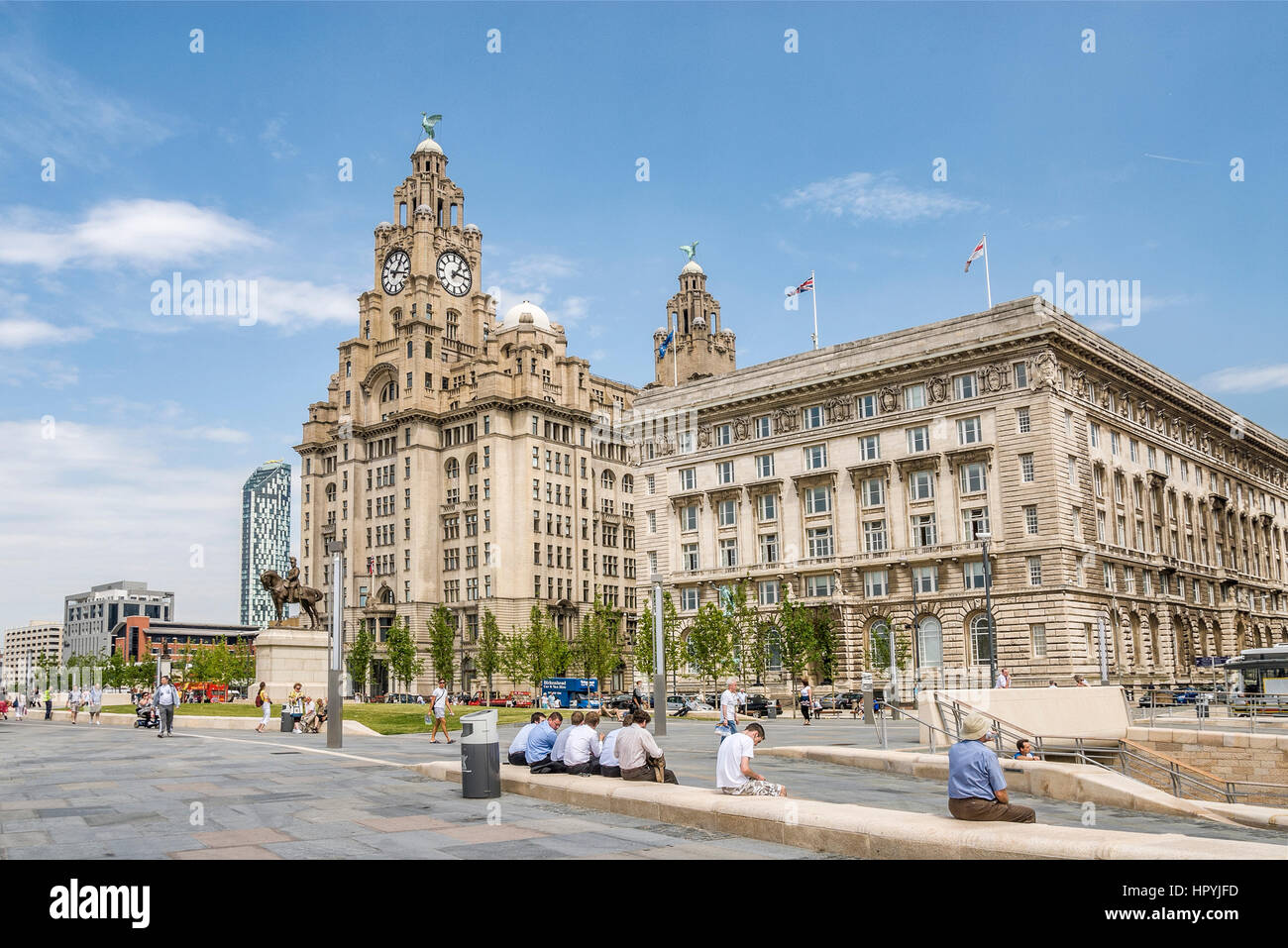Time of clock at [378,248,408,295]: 1:17
